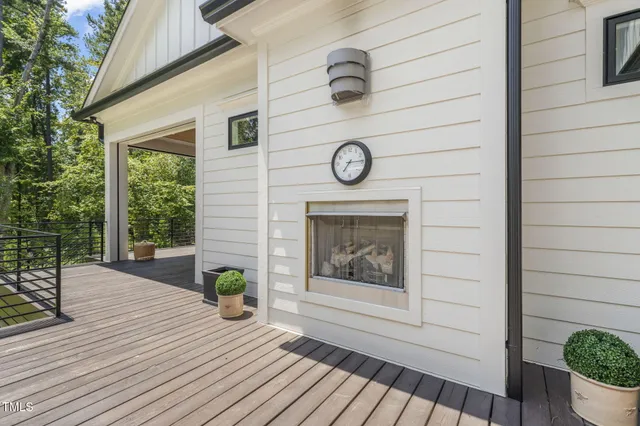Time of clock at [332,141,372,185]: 7:14
